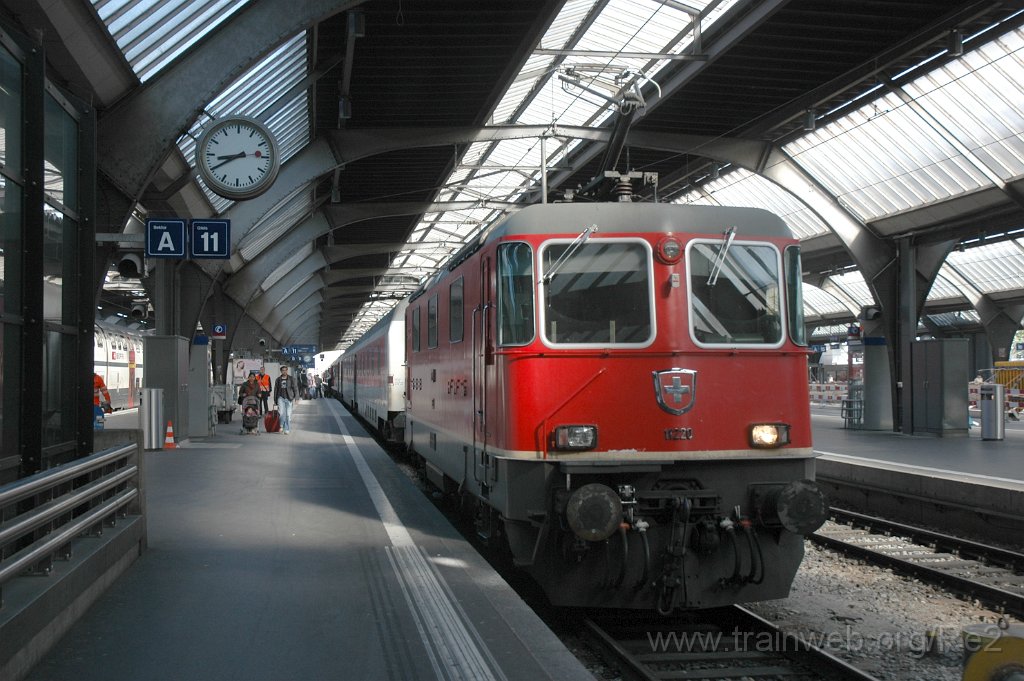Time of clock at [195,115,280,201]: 8:40
